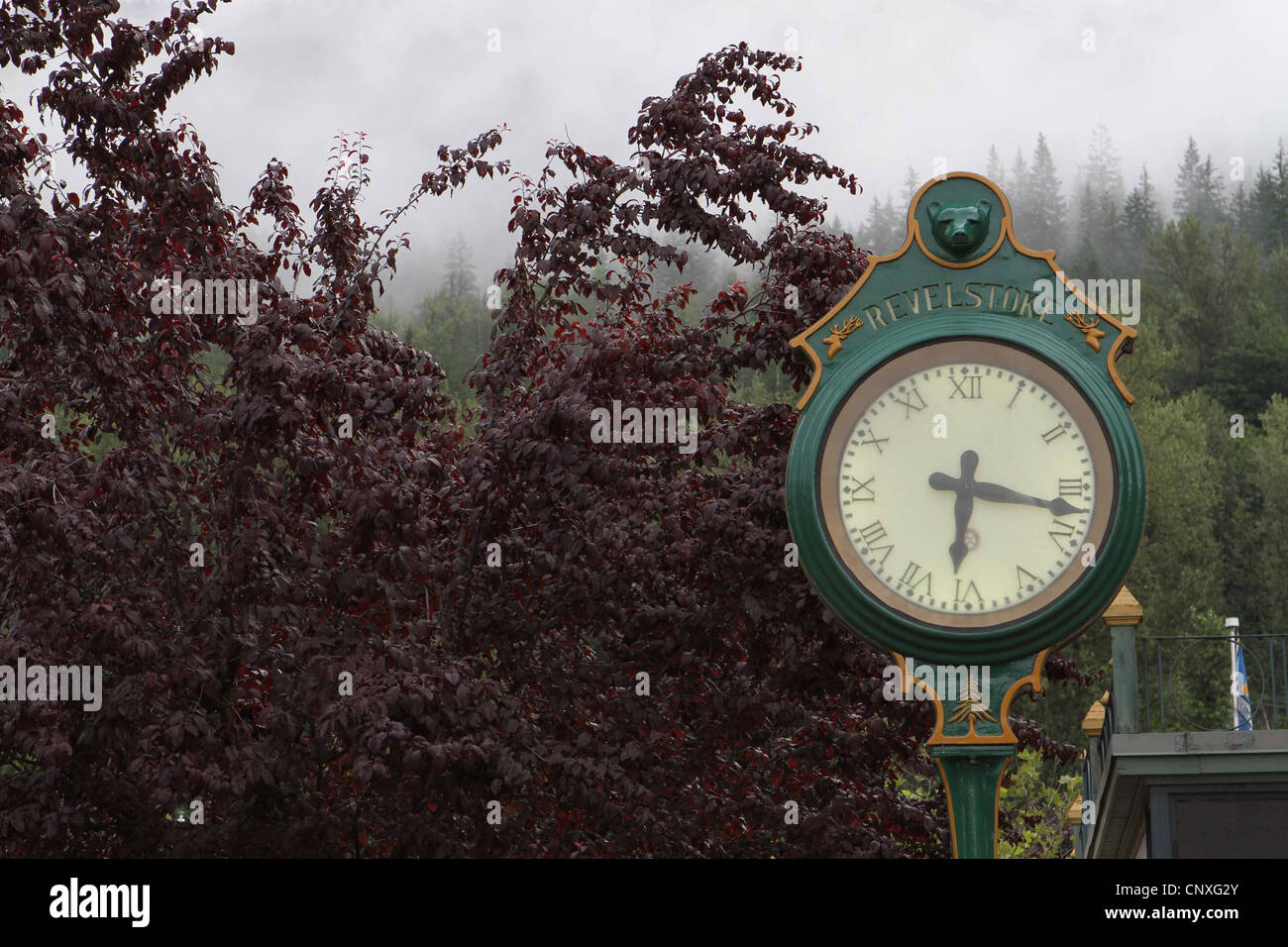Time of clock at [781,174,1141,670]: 6:17
